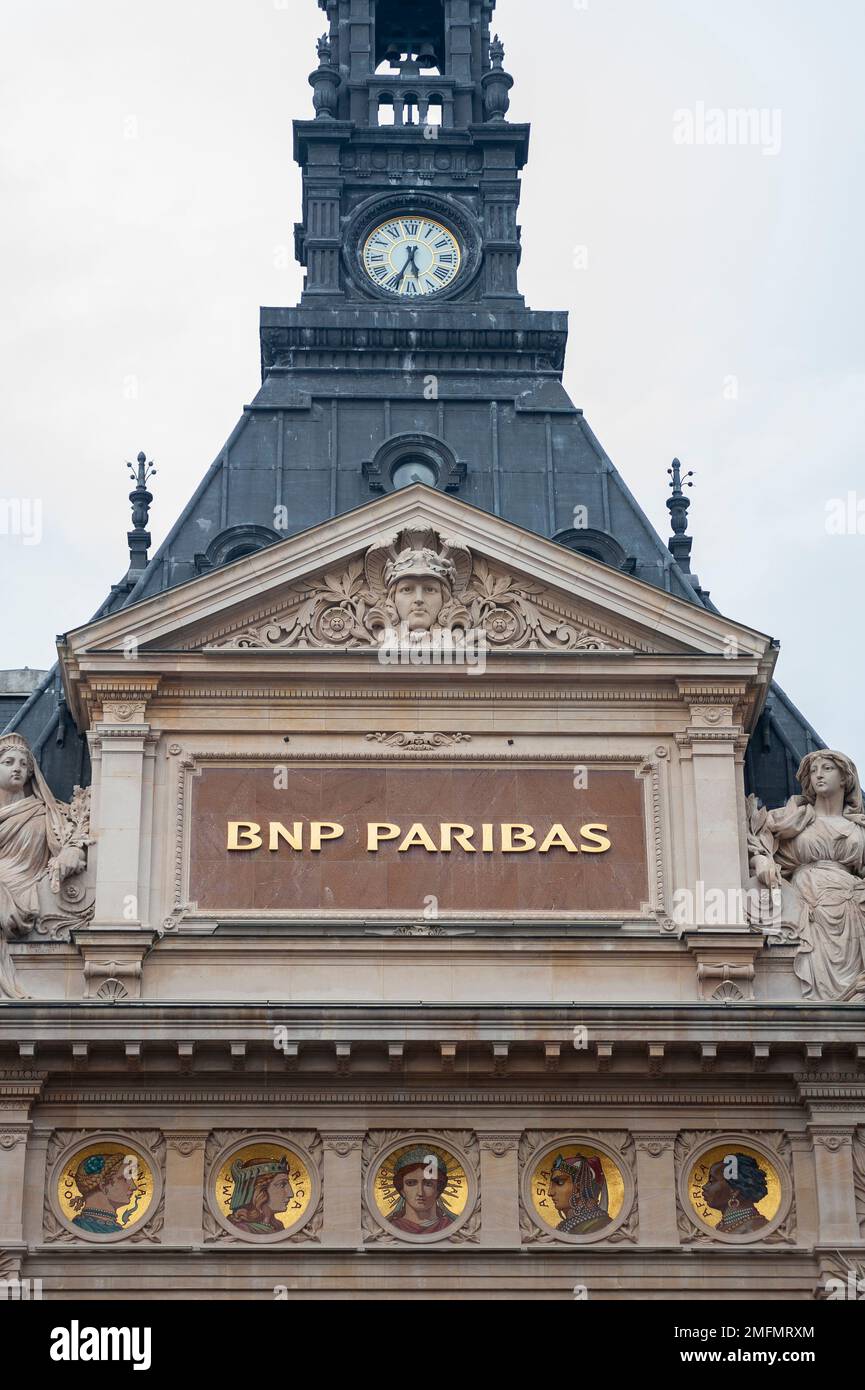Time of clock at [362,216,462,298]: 5:33
